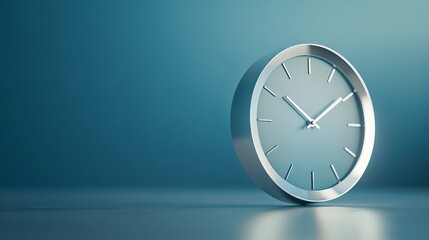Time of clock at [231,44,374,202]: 10:09
